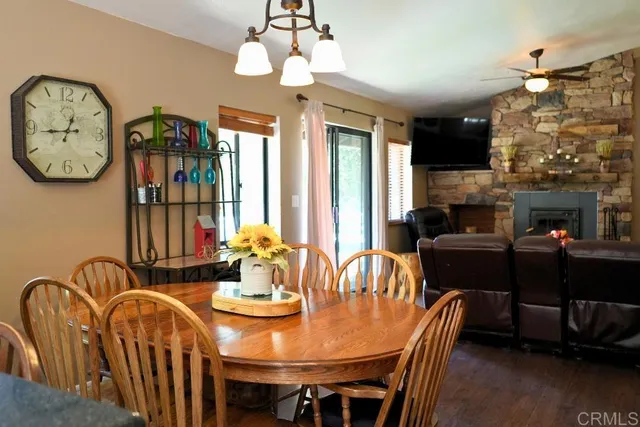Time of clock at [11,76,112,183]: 12:44
